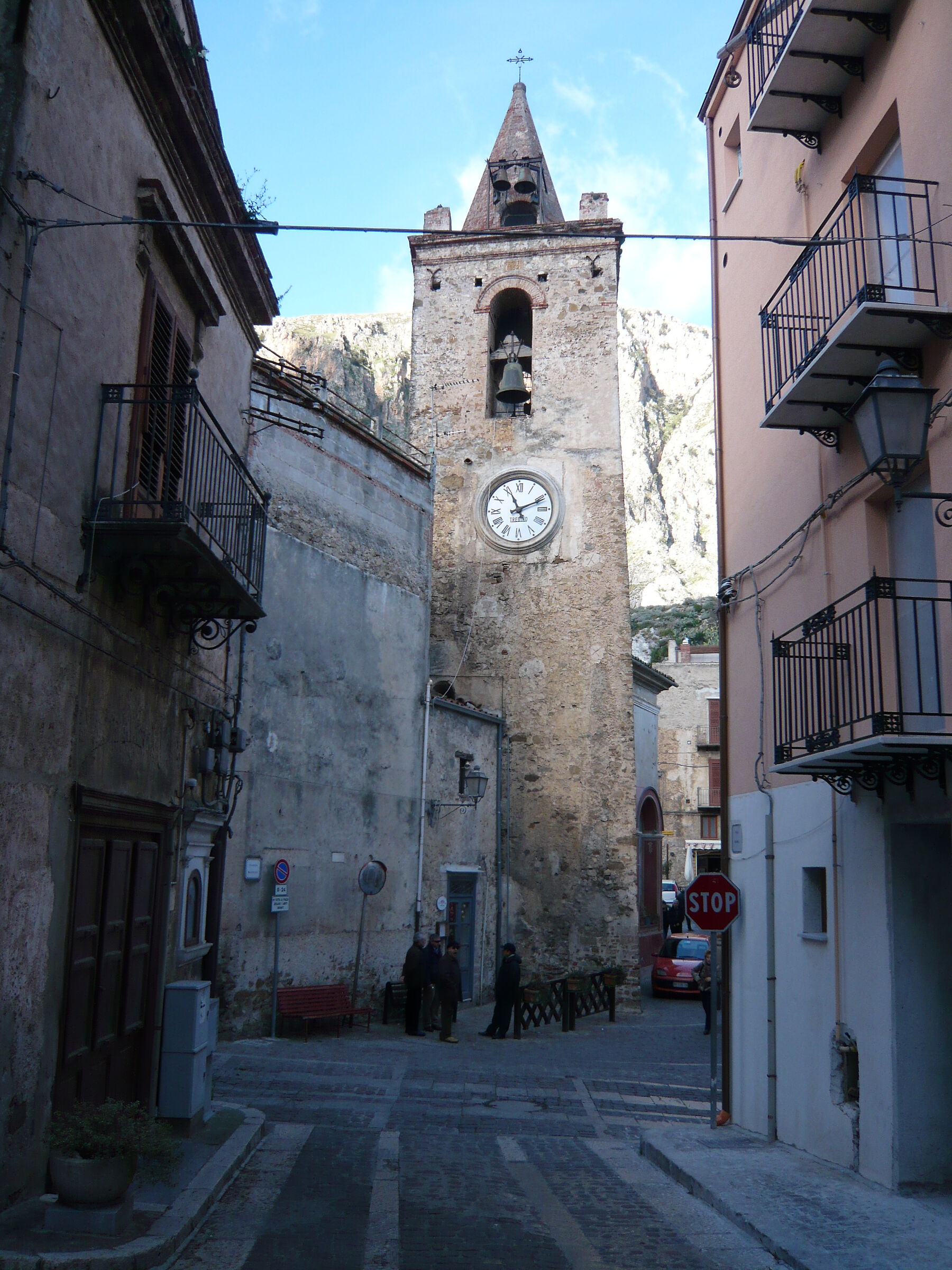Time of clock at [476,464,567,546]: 11:11
